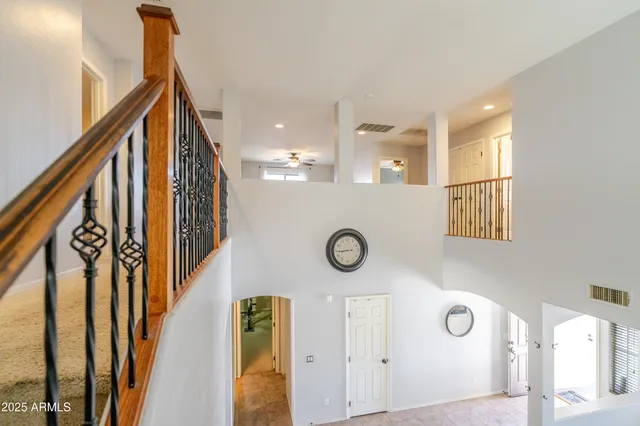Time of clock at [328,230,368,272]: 8:44
